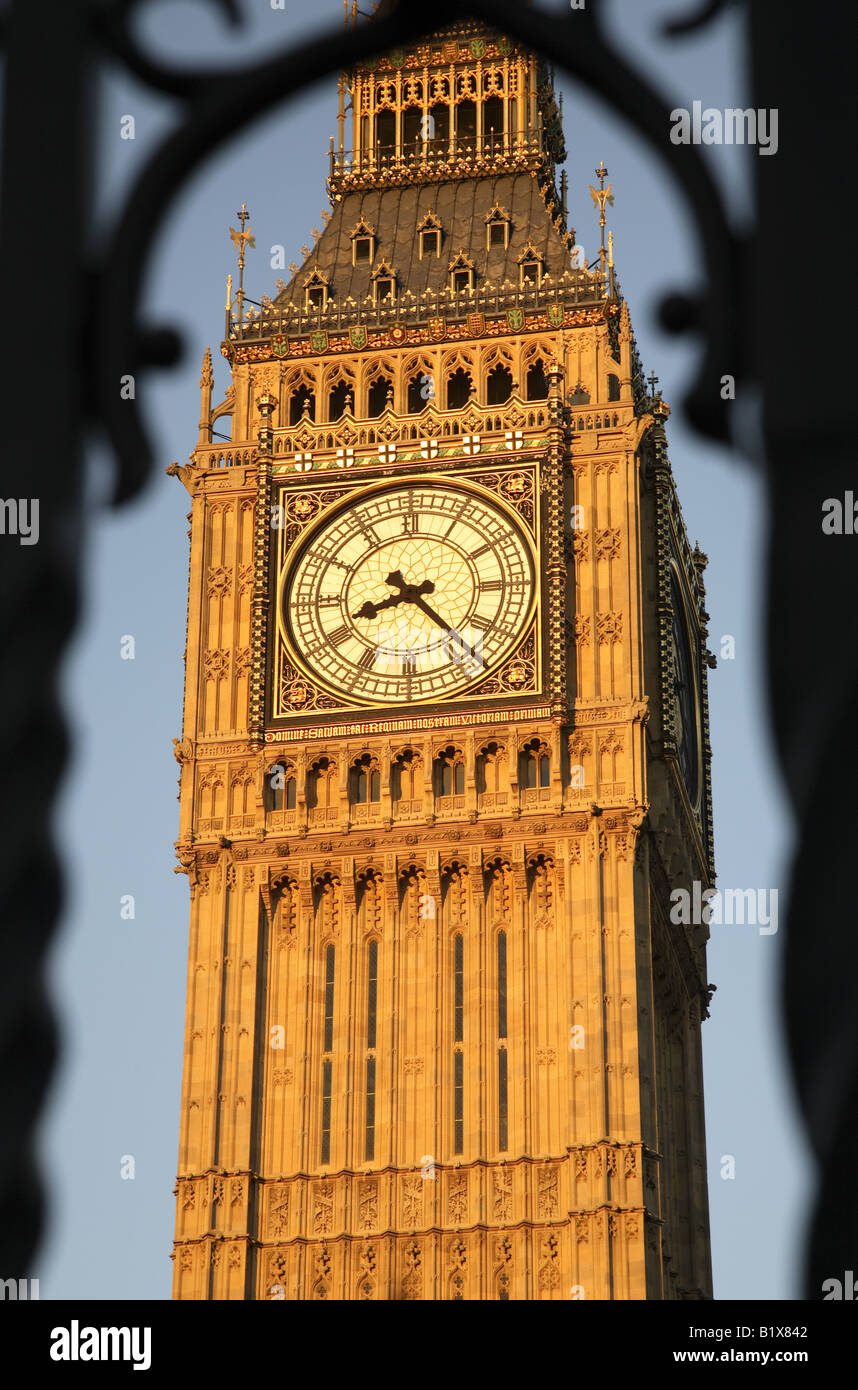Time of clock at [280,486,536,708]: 8:23
